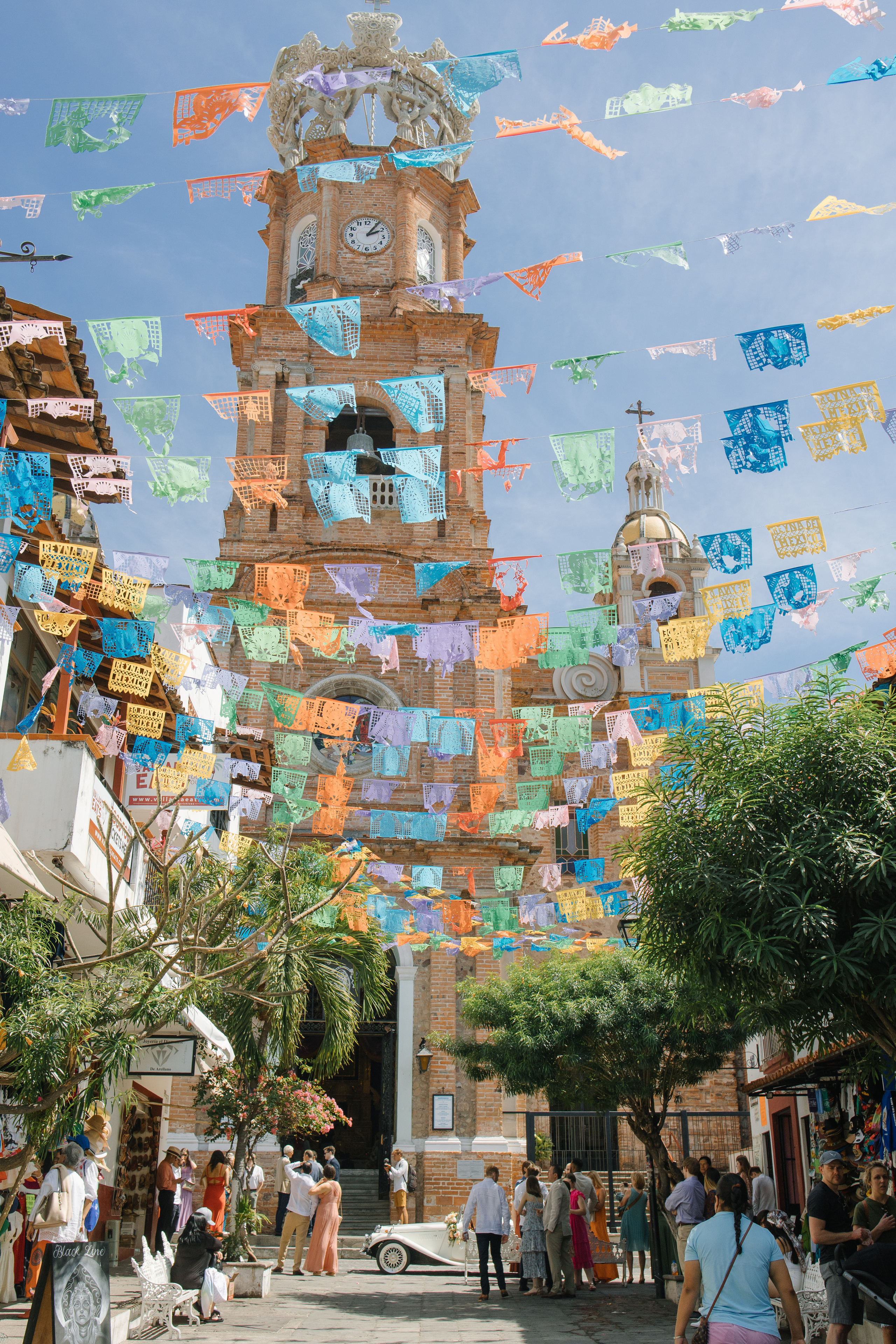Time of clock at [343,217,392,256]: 2:05
